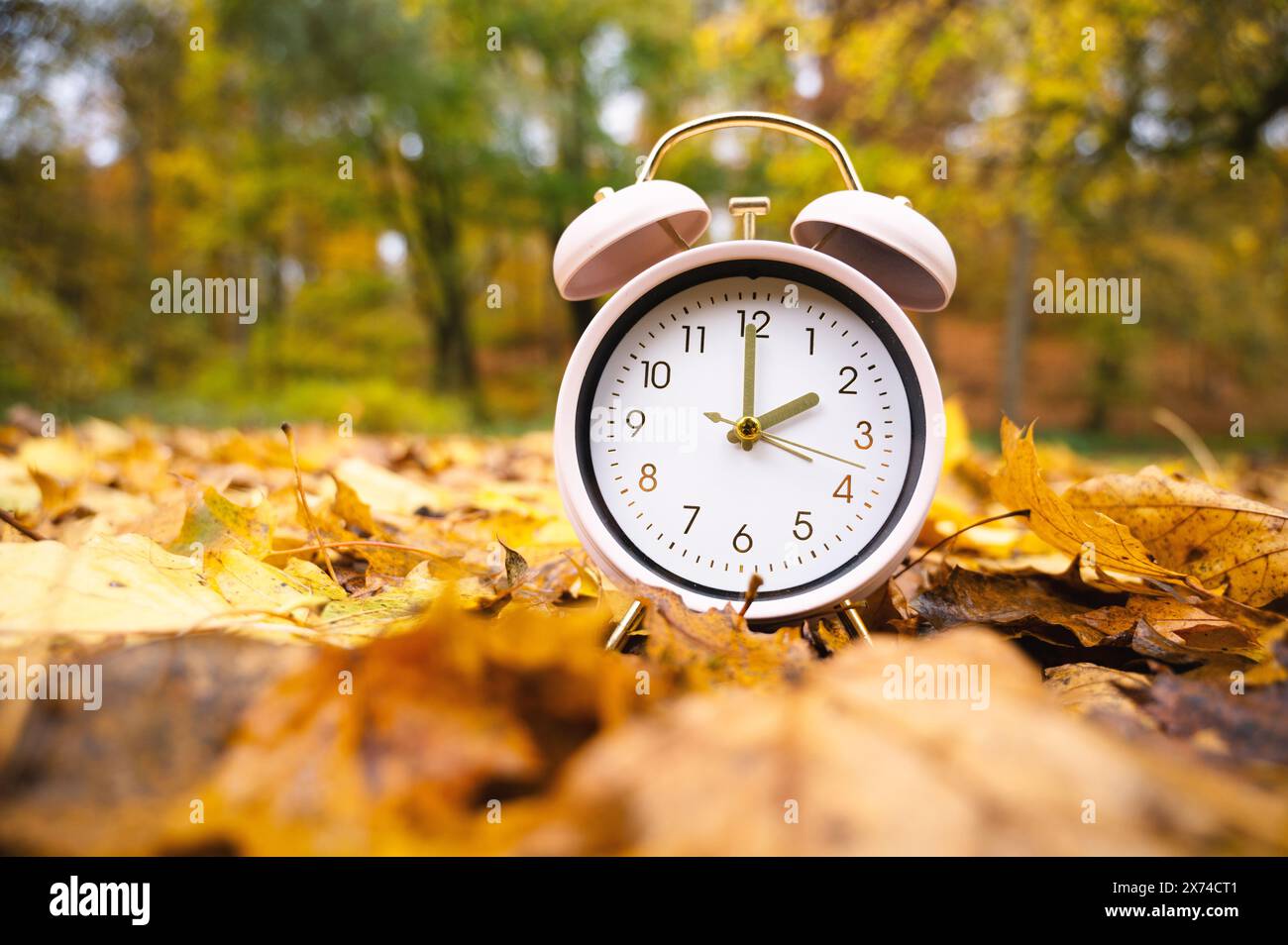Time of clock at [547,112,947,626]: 2:00
